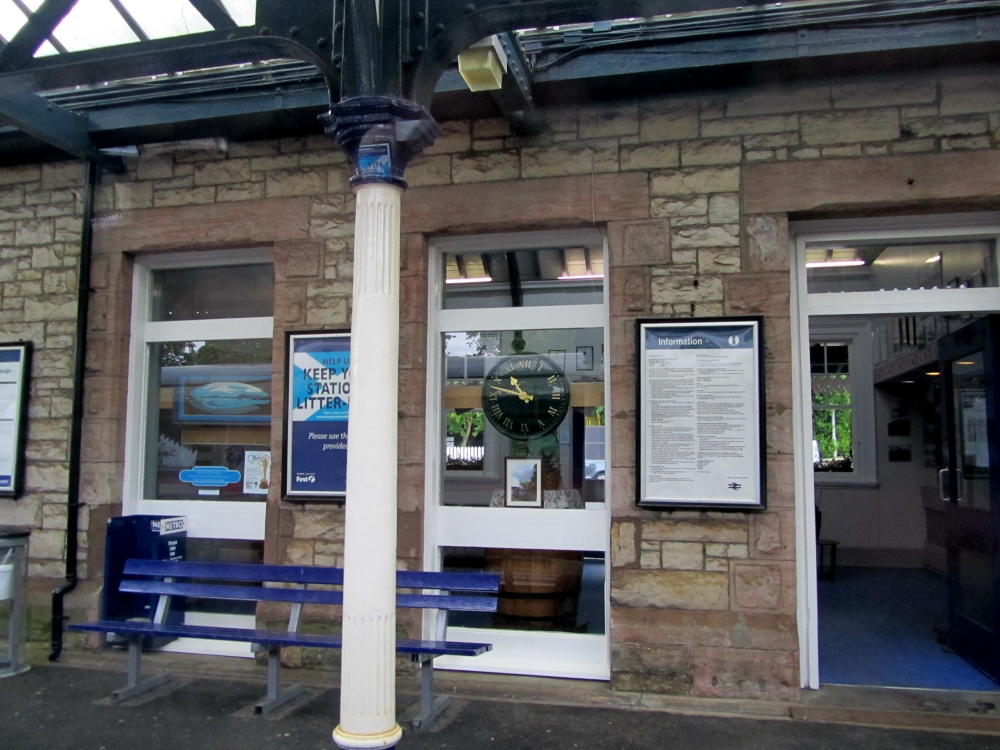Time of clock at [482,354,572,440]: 10:47
